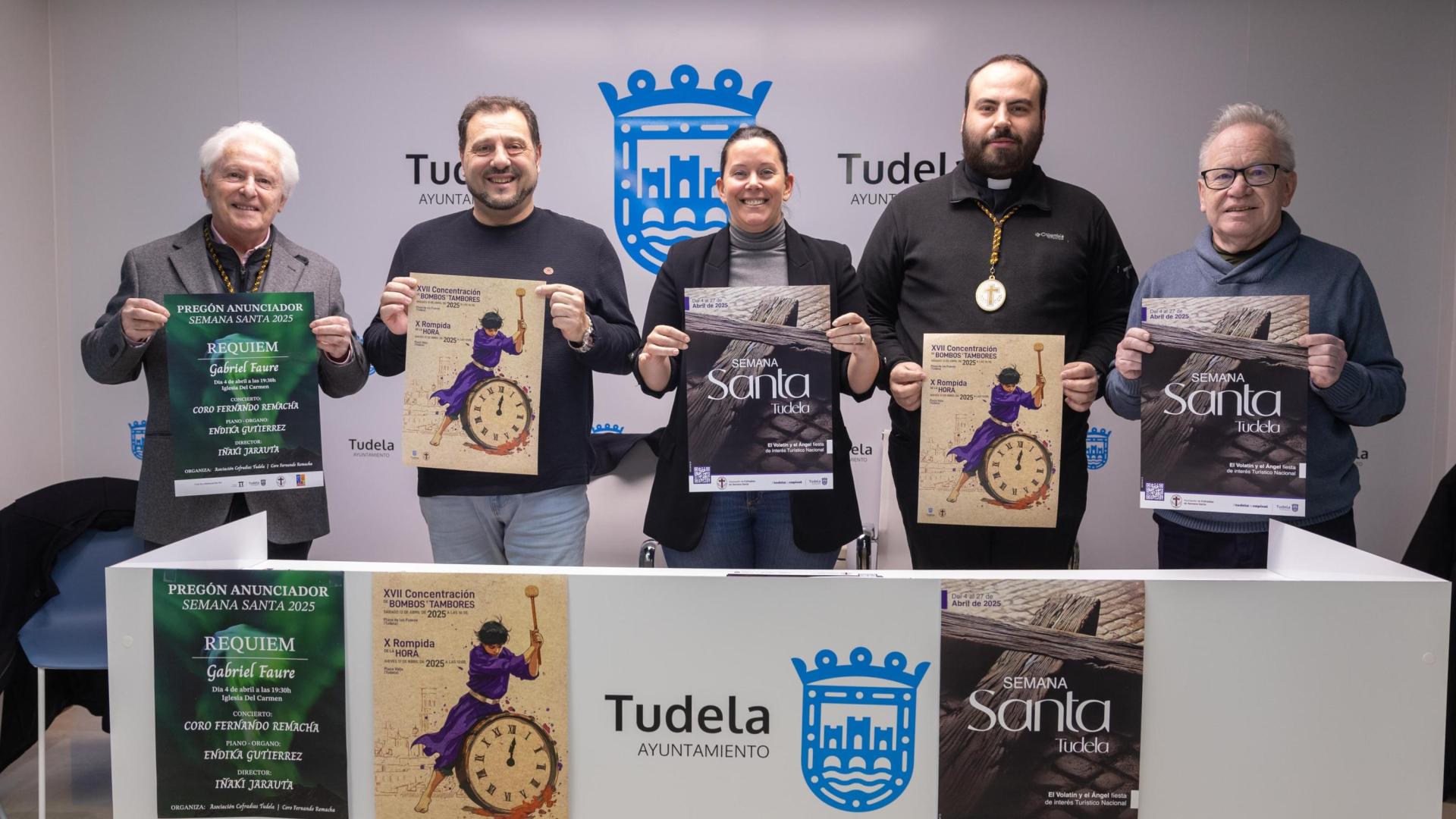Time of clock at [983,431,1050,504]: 12:01
